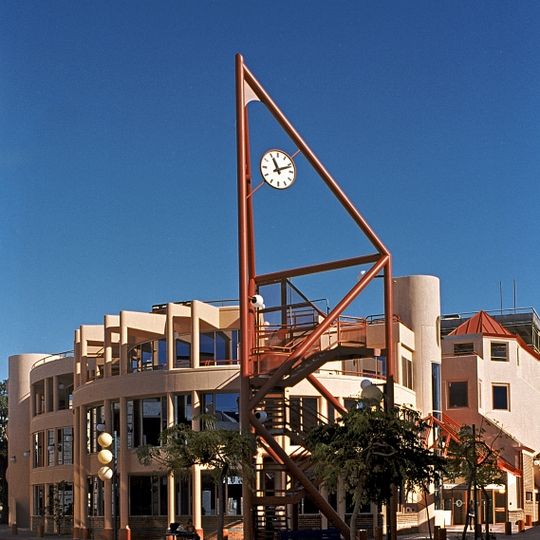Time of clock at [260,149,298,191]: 11:11
